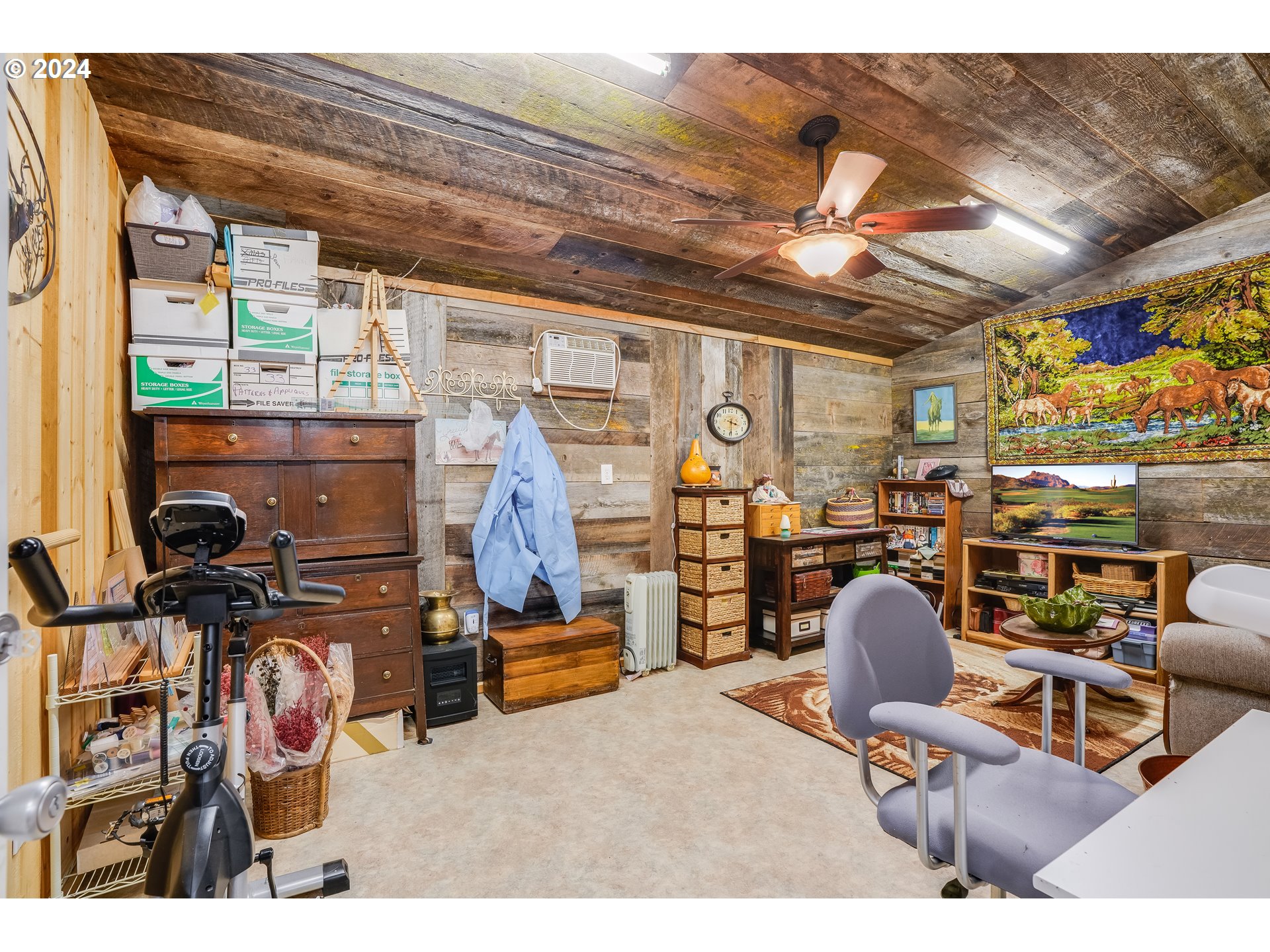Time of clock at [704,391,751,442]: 3:29
